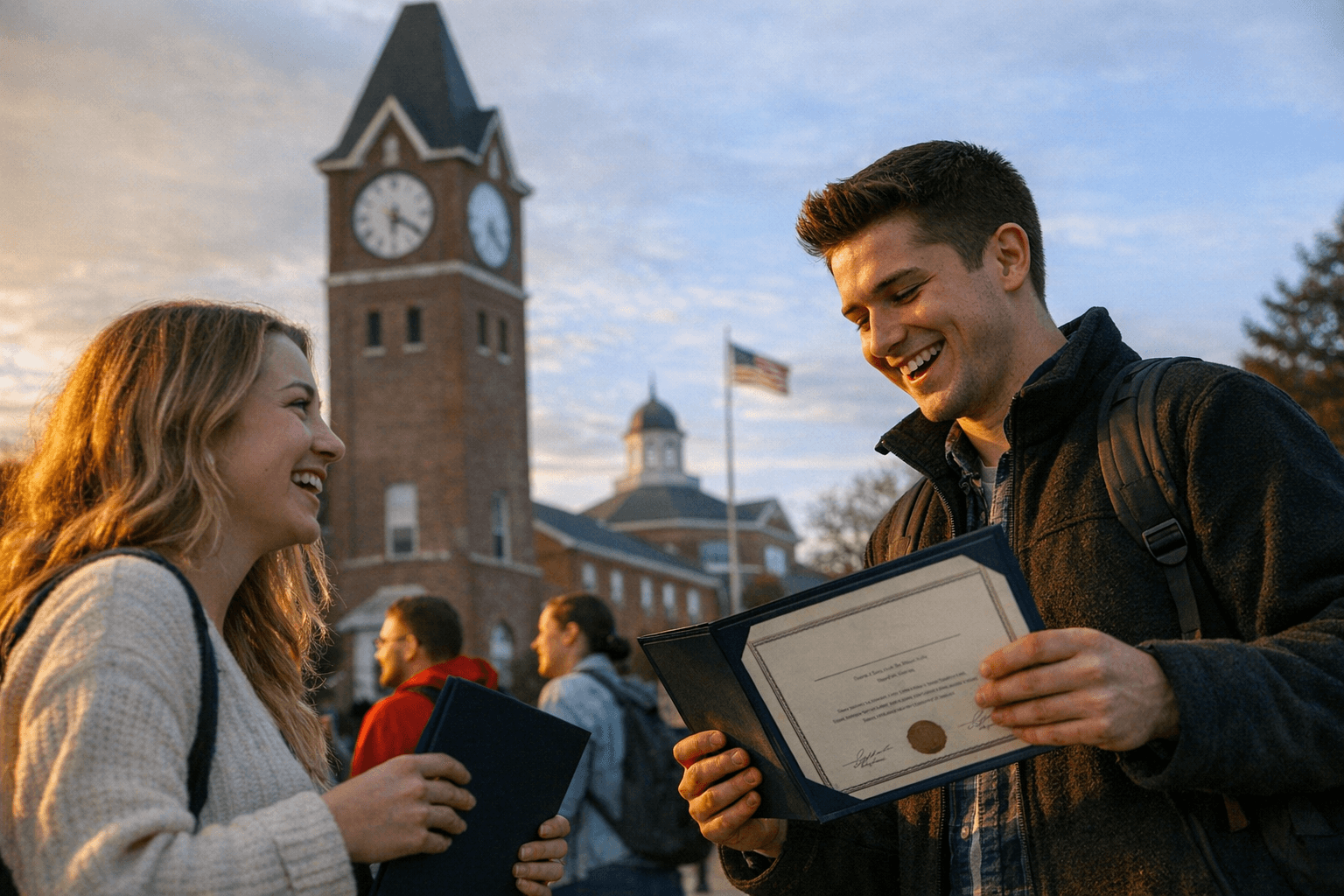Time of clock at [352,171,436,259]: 6:20
